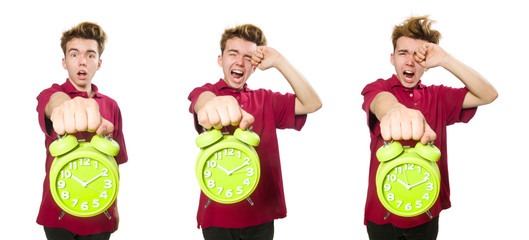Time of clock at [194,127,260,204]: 10:10
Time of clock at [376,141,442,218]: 10:11
